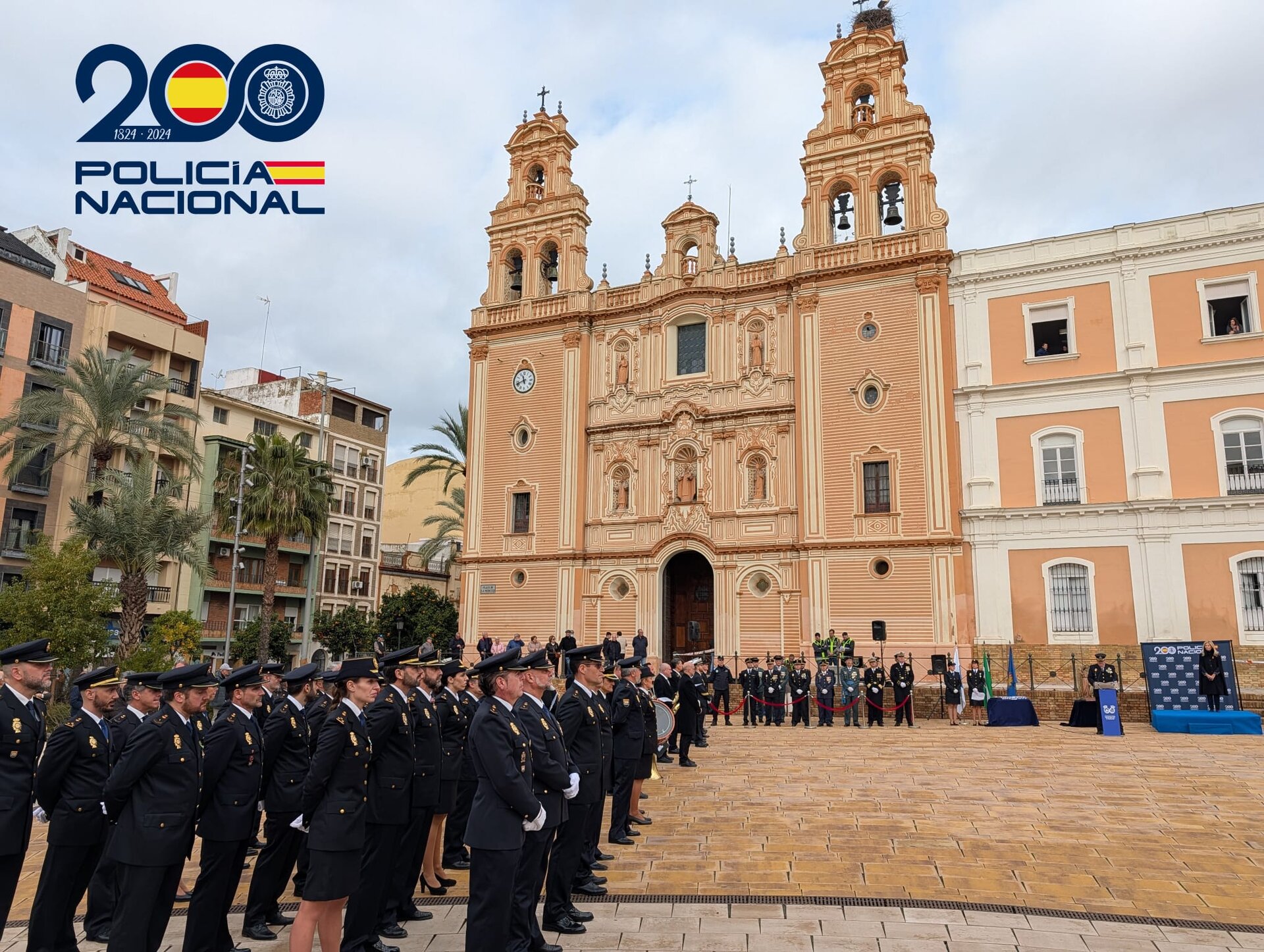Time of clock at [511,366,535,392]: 11:41
